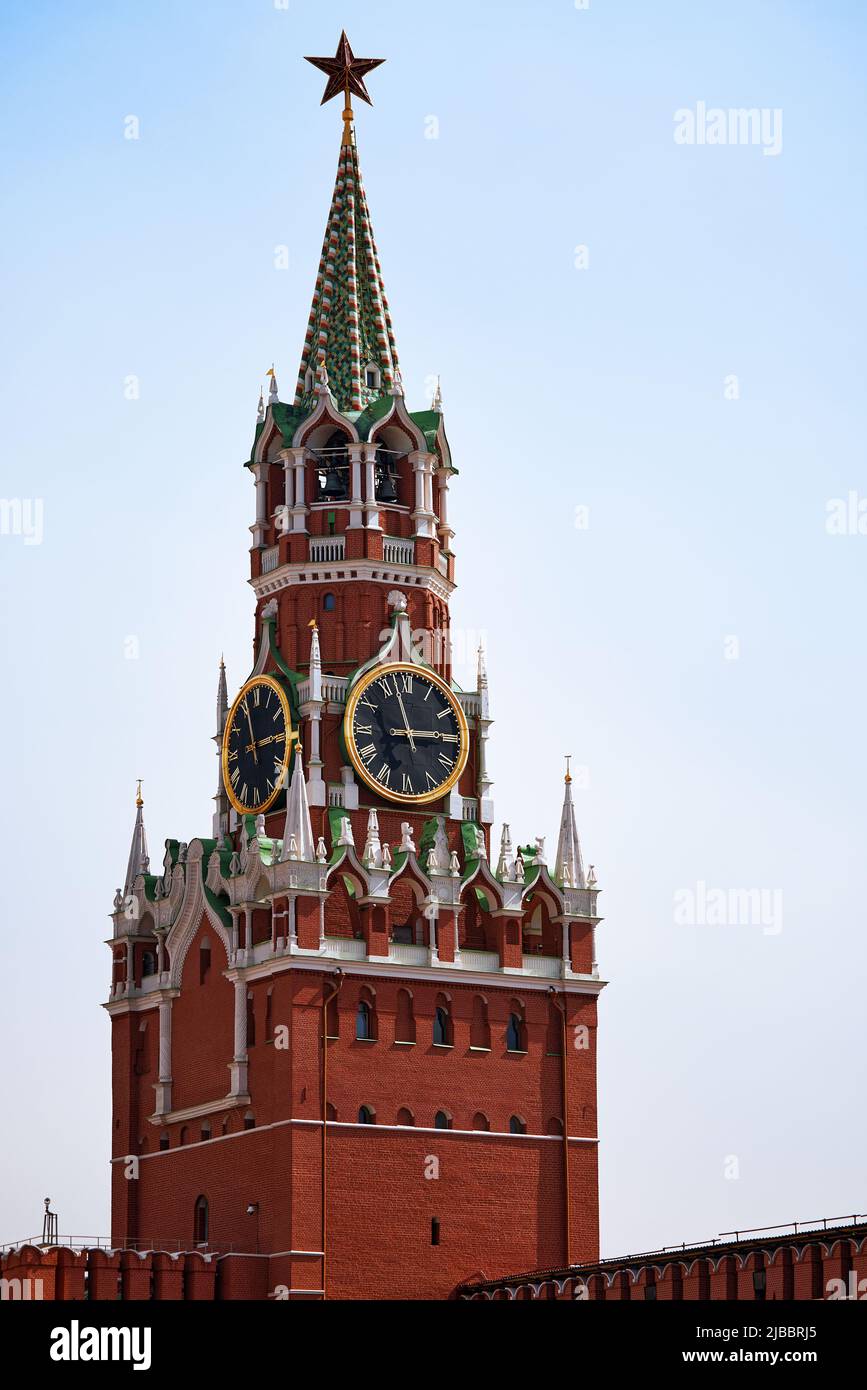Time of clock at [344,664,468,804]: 2:57
